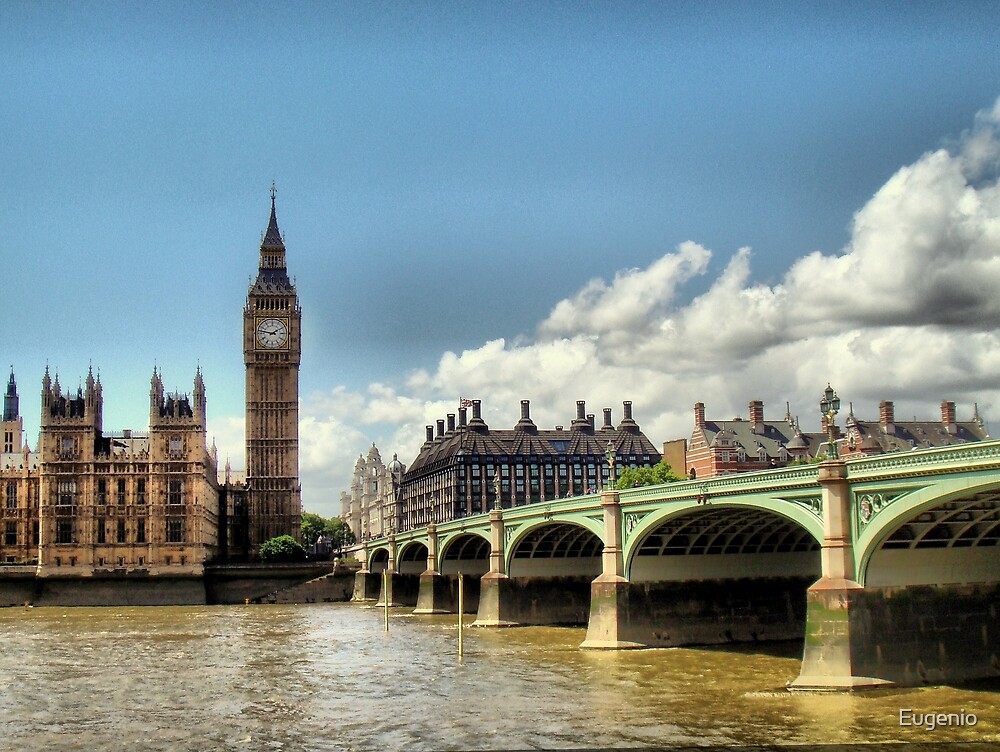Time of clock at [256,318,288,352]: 1:46
